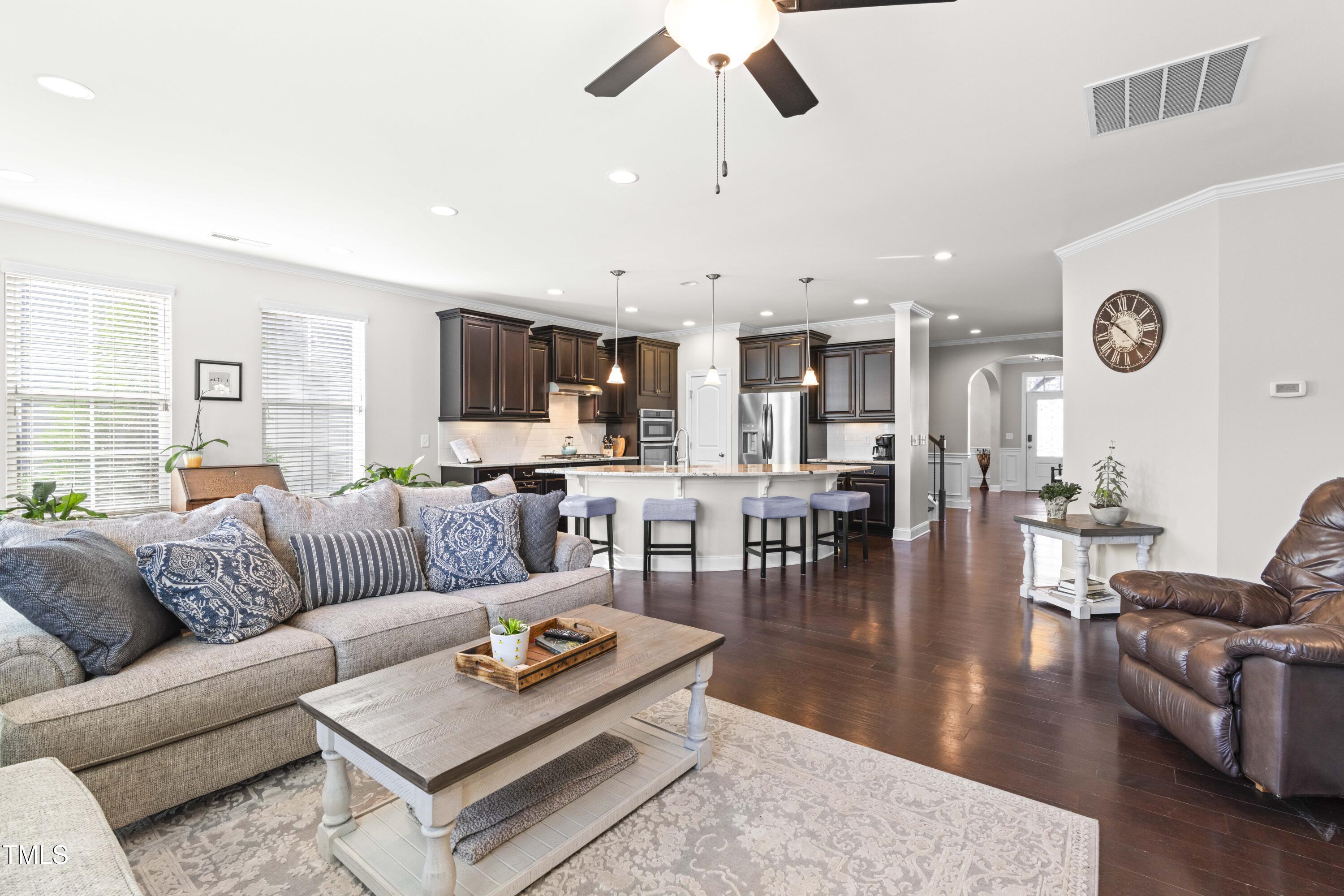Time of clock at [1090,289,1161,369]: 10:22
